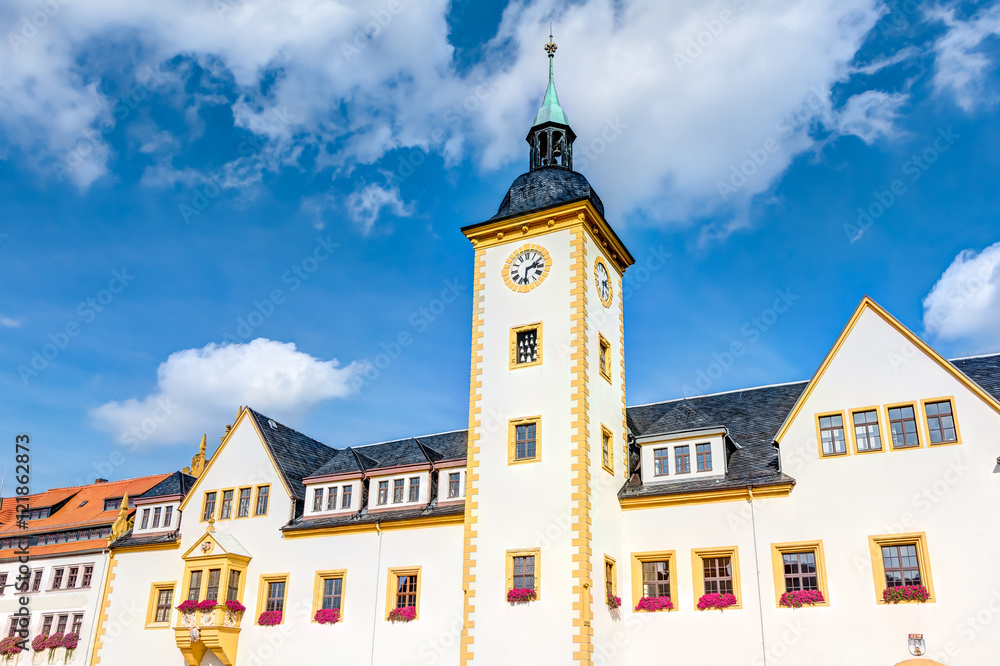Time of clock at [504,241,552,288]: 2:31
